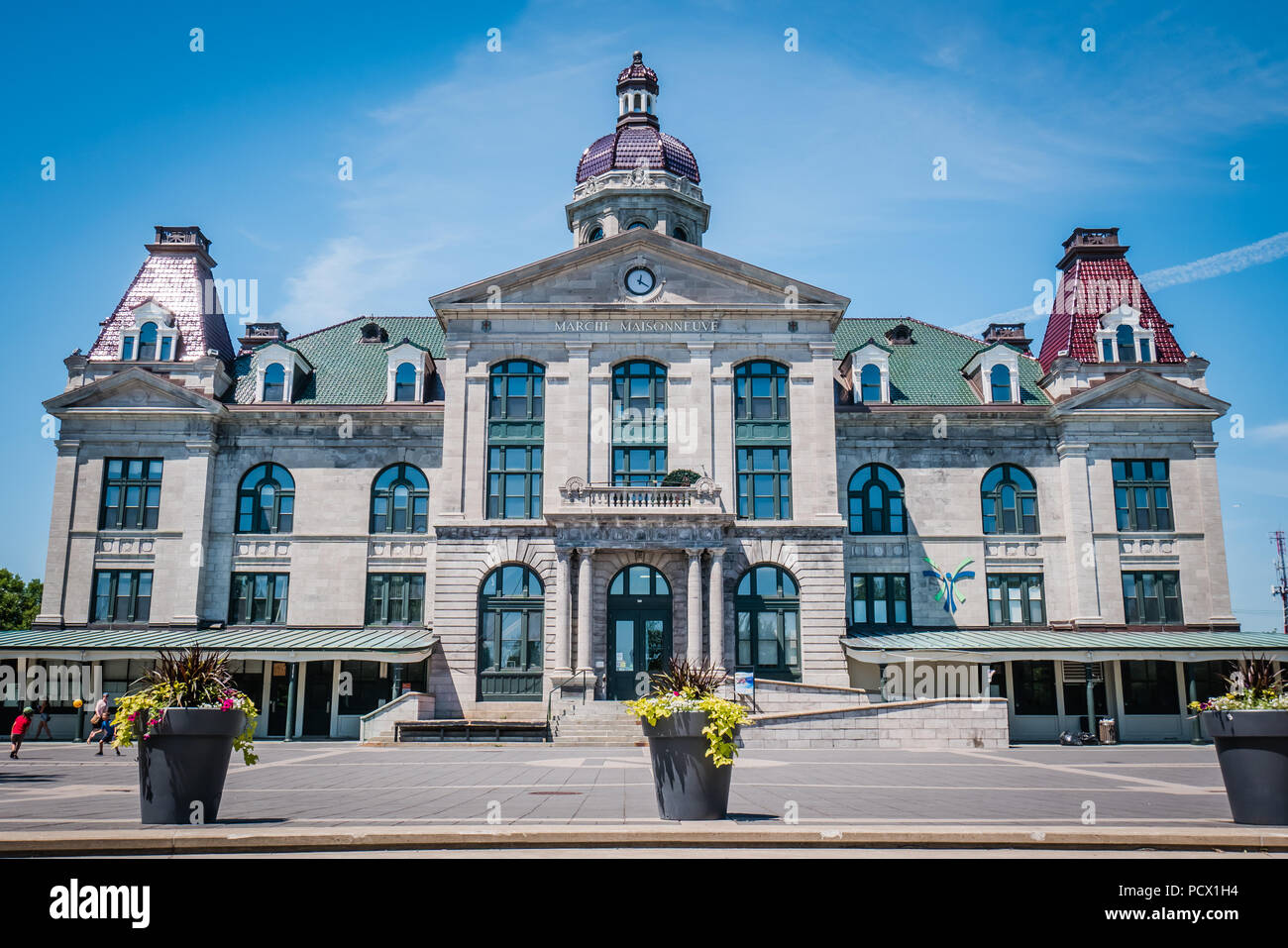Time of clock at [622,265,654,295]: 12:19
